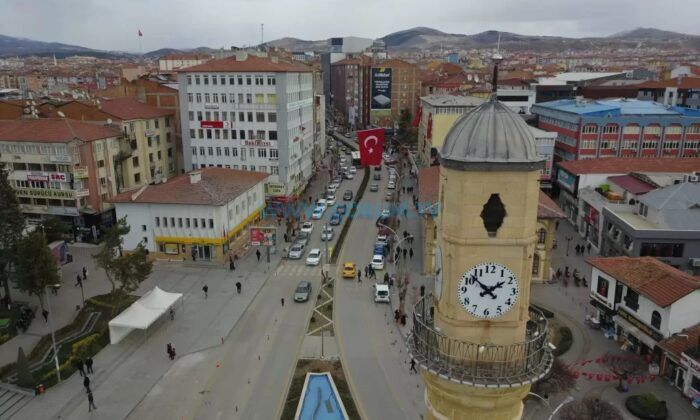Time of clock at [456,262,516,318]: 1:52
